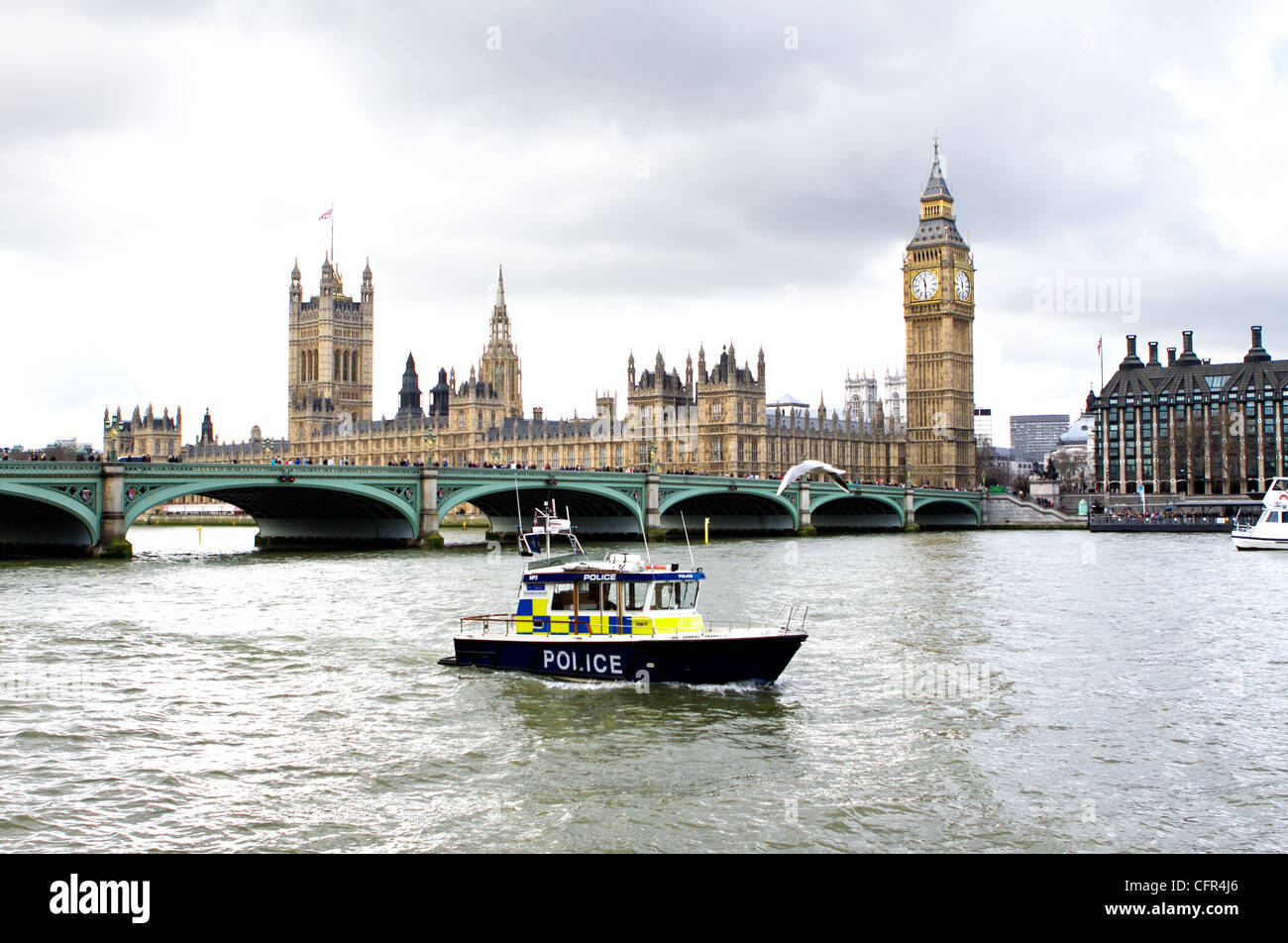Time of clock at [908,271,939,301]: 11:29
